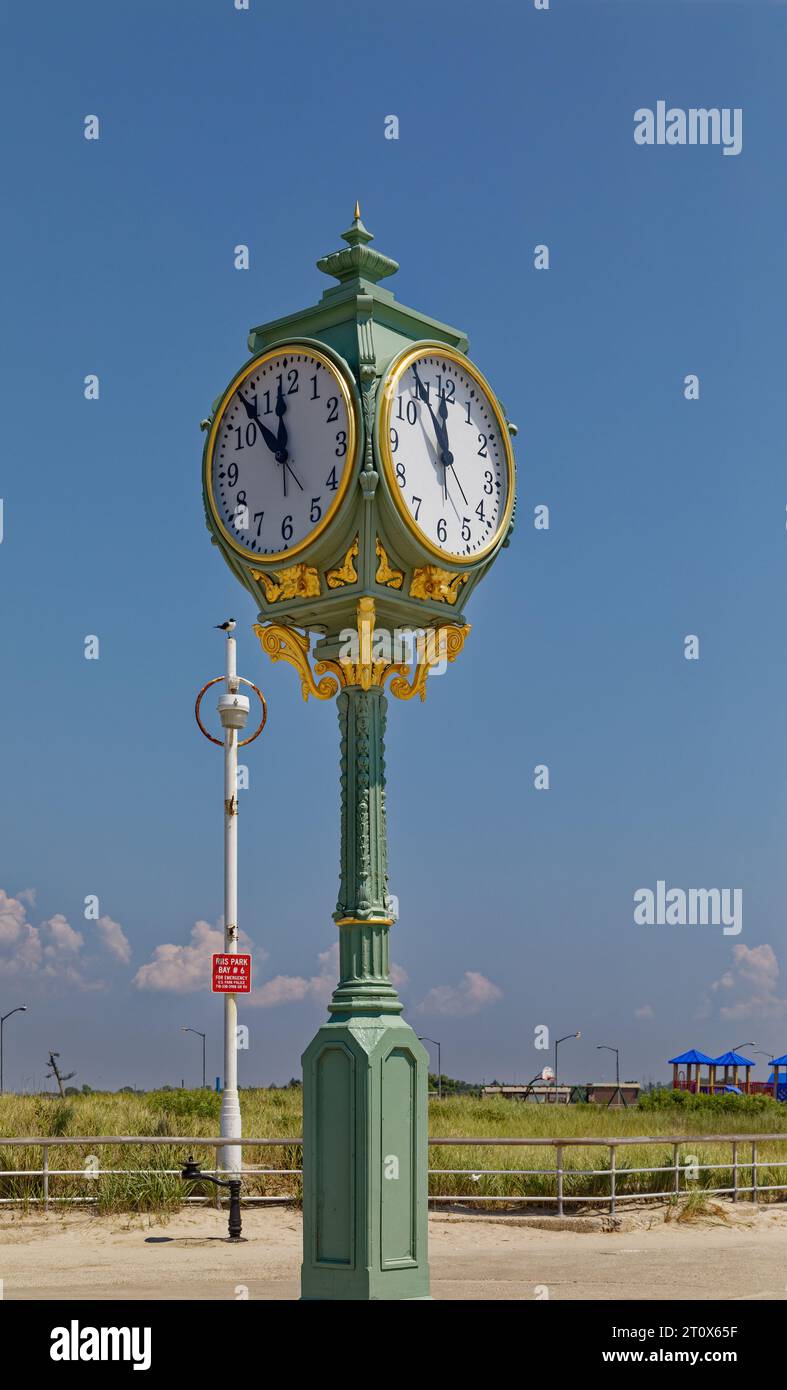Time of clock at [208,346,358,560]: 11:53
